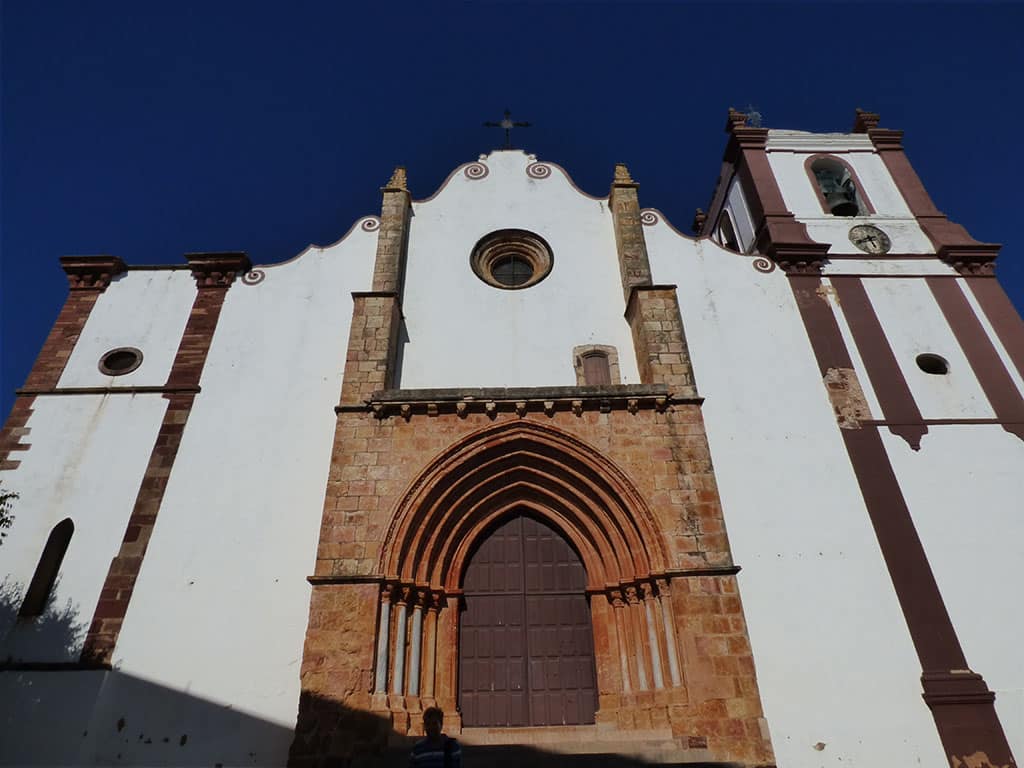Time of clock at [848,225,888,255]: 5:40
